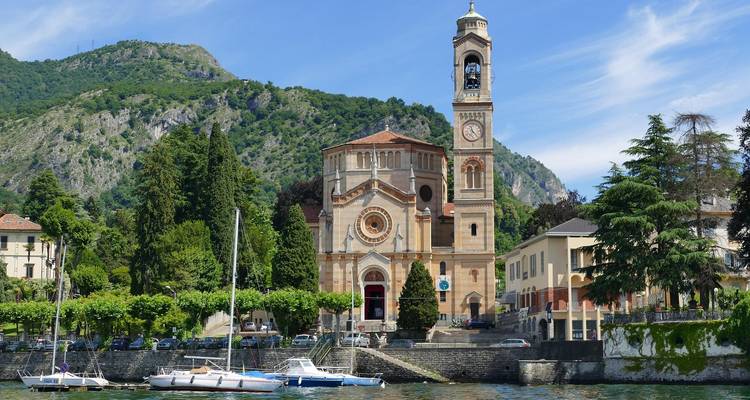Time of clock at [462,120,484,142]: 11:23
